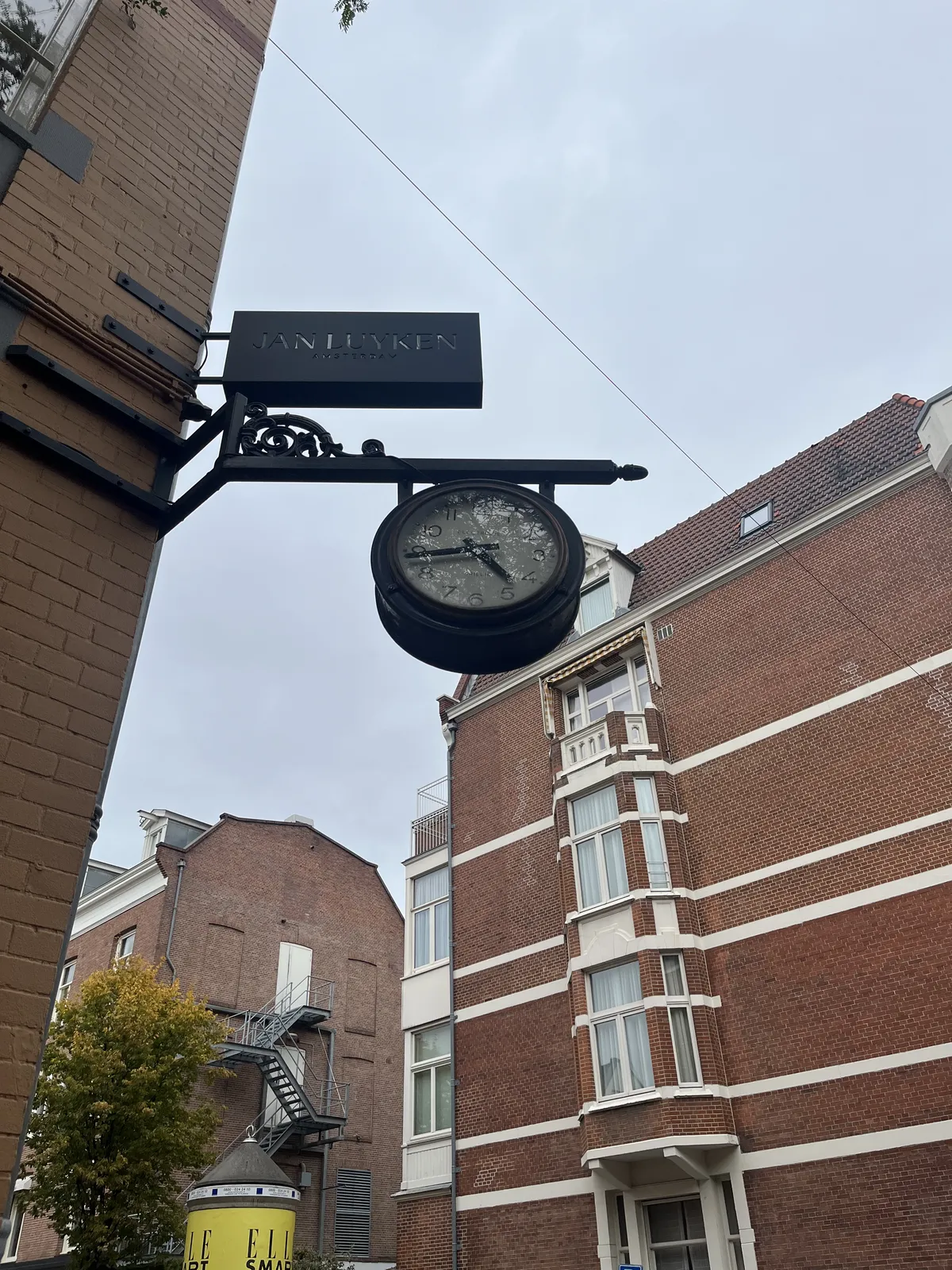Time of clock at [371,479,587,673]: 4:44
